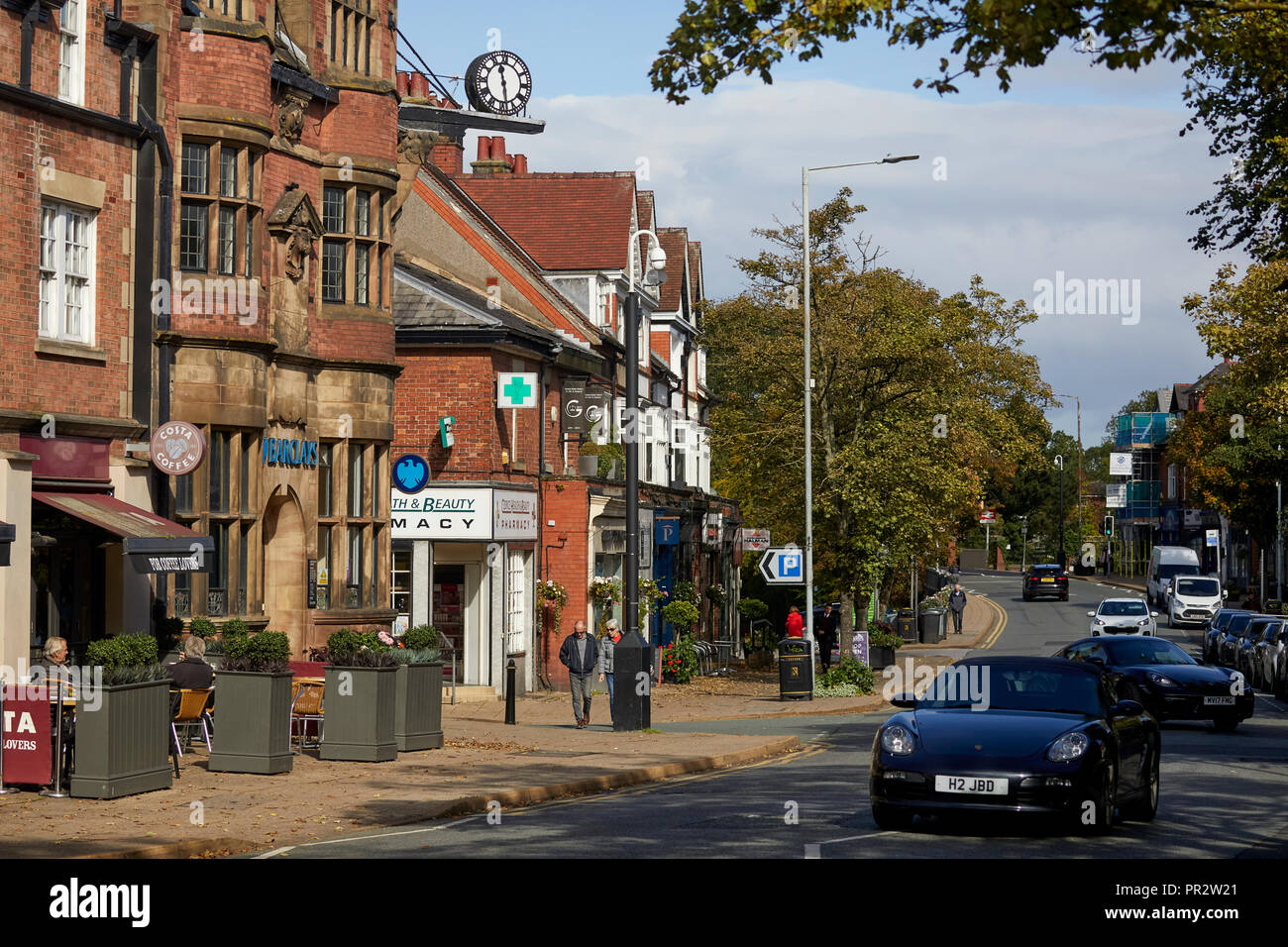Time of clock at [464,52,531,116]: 11:28
